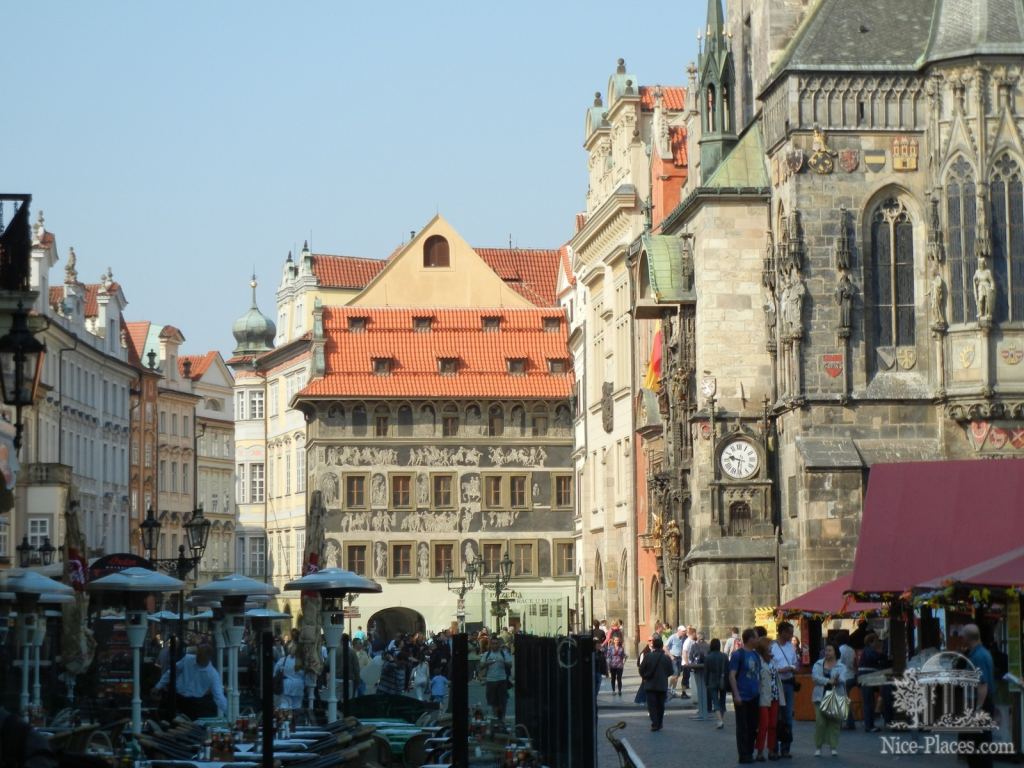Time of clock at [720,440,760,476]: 9:31
